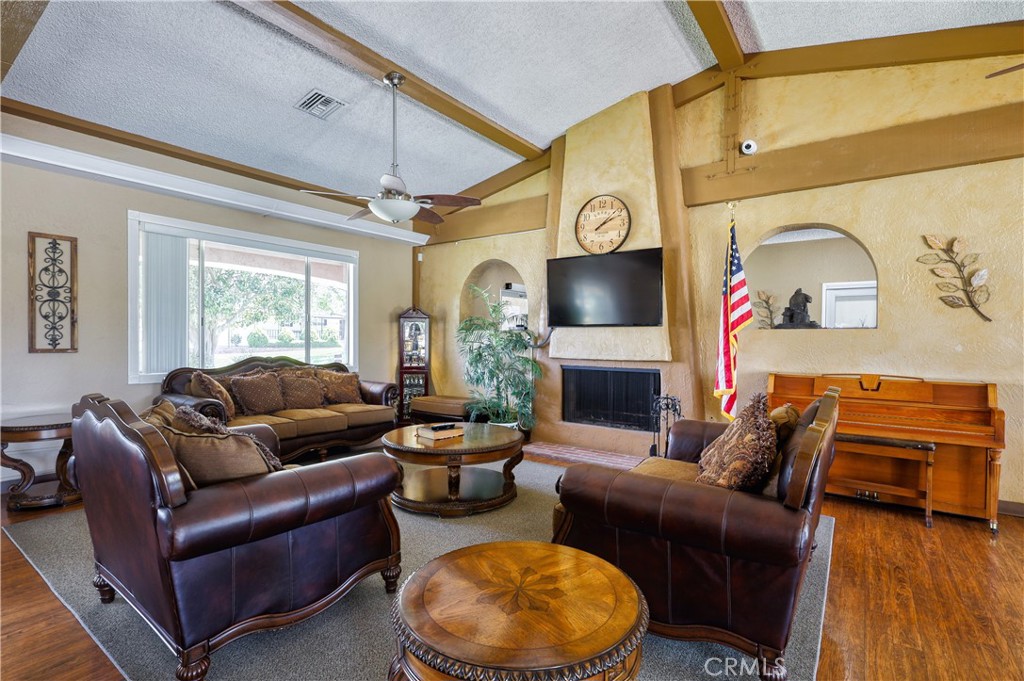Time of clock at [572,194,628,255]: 2:08
